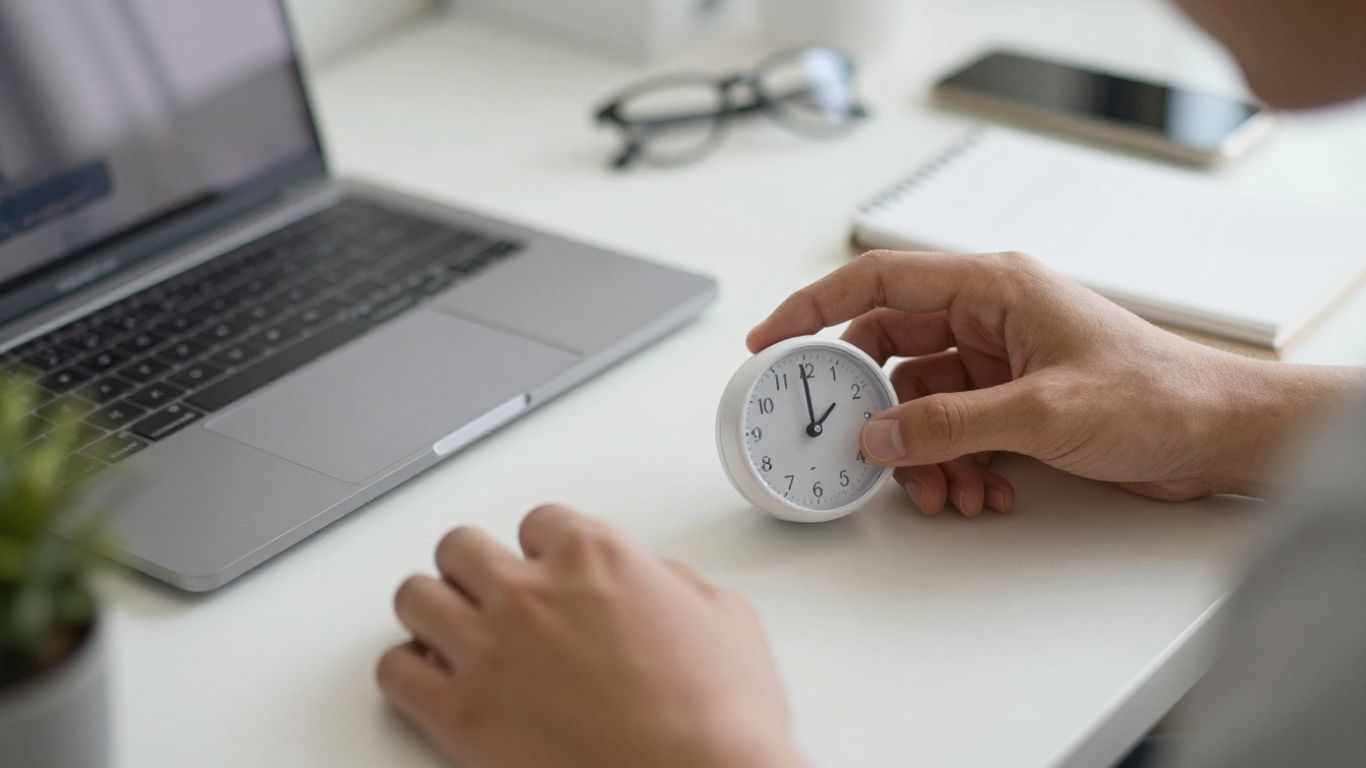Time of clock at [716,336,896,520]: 1:59
